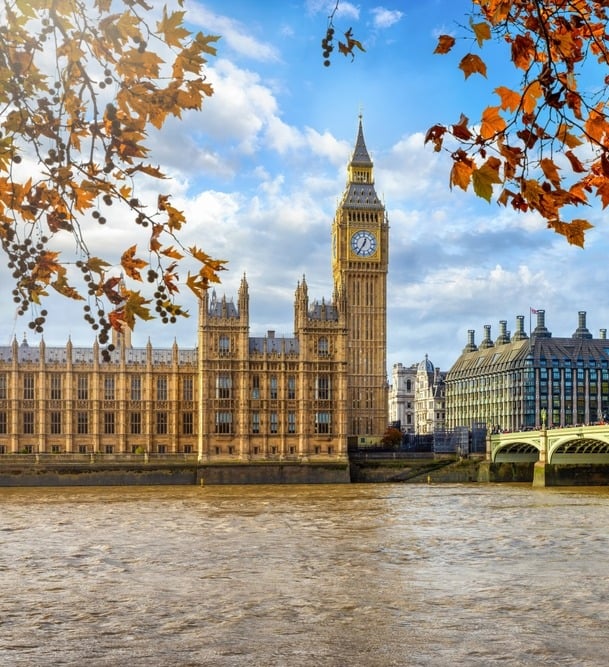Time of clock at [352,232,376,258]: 12:35
